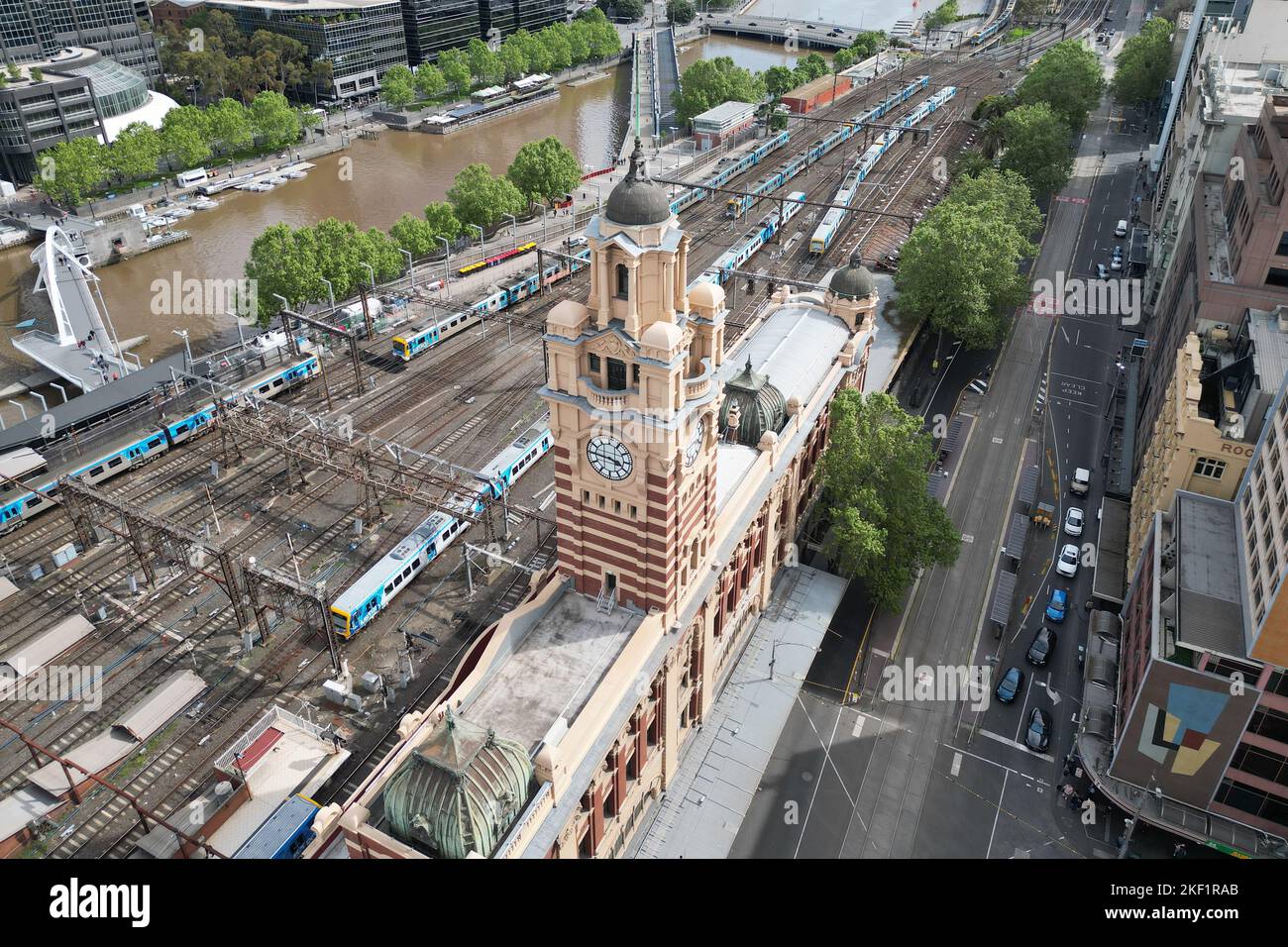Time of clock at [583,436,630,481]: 3:45
